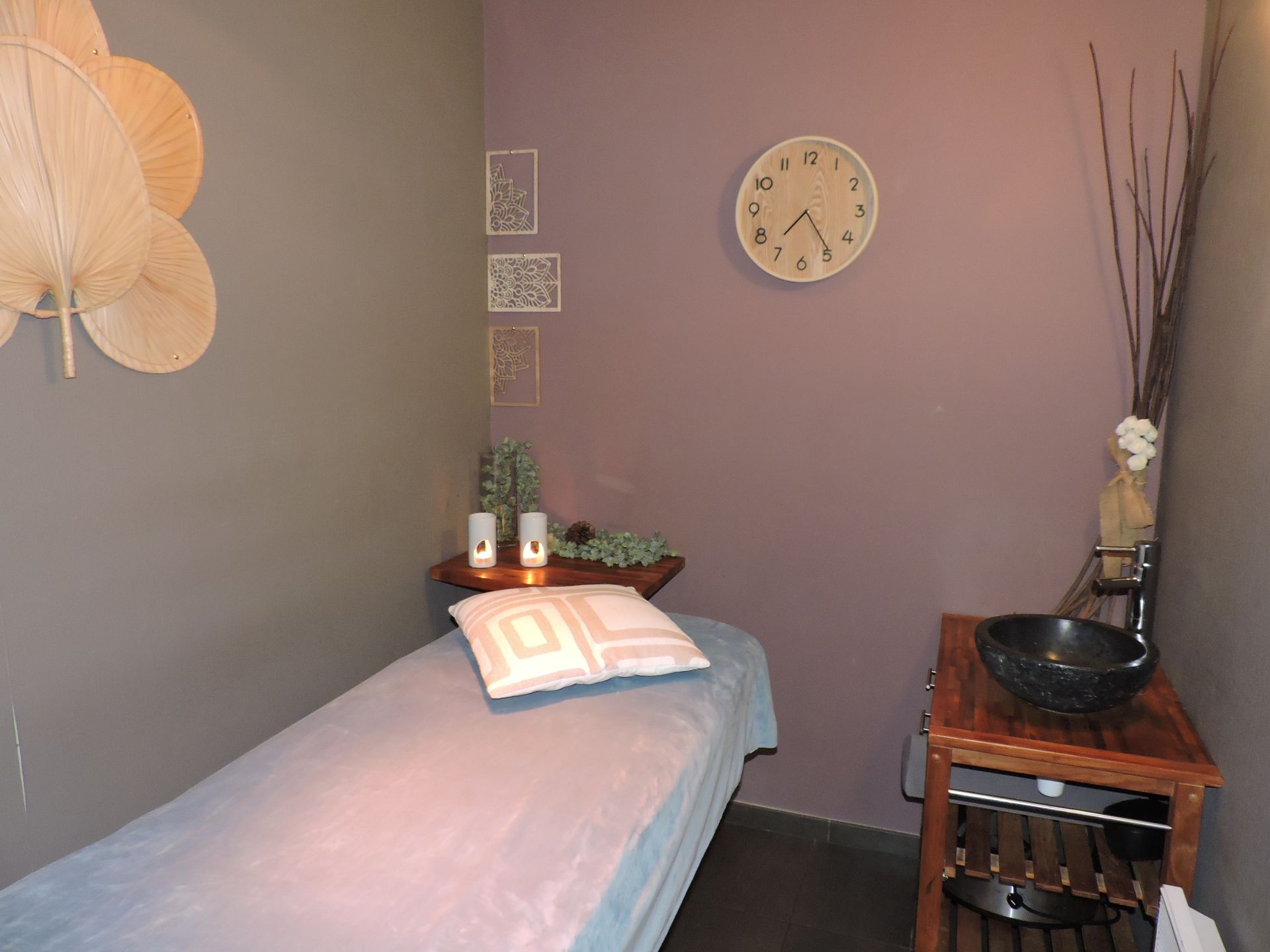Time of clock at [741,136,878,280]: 7:24
